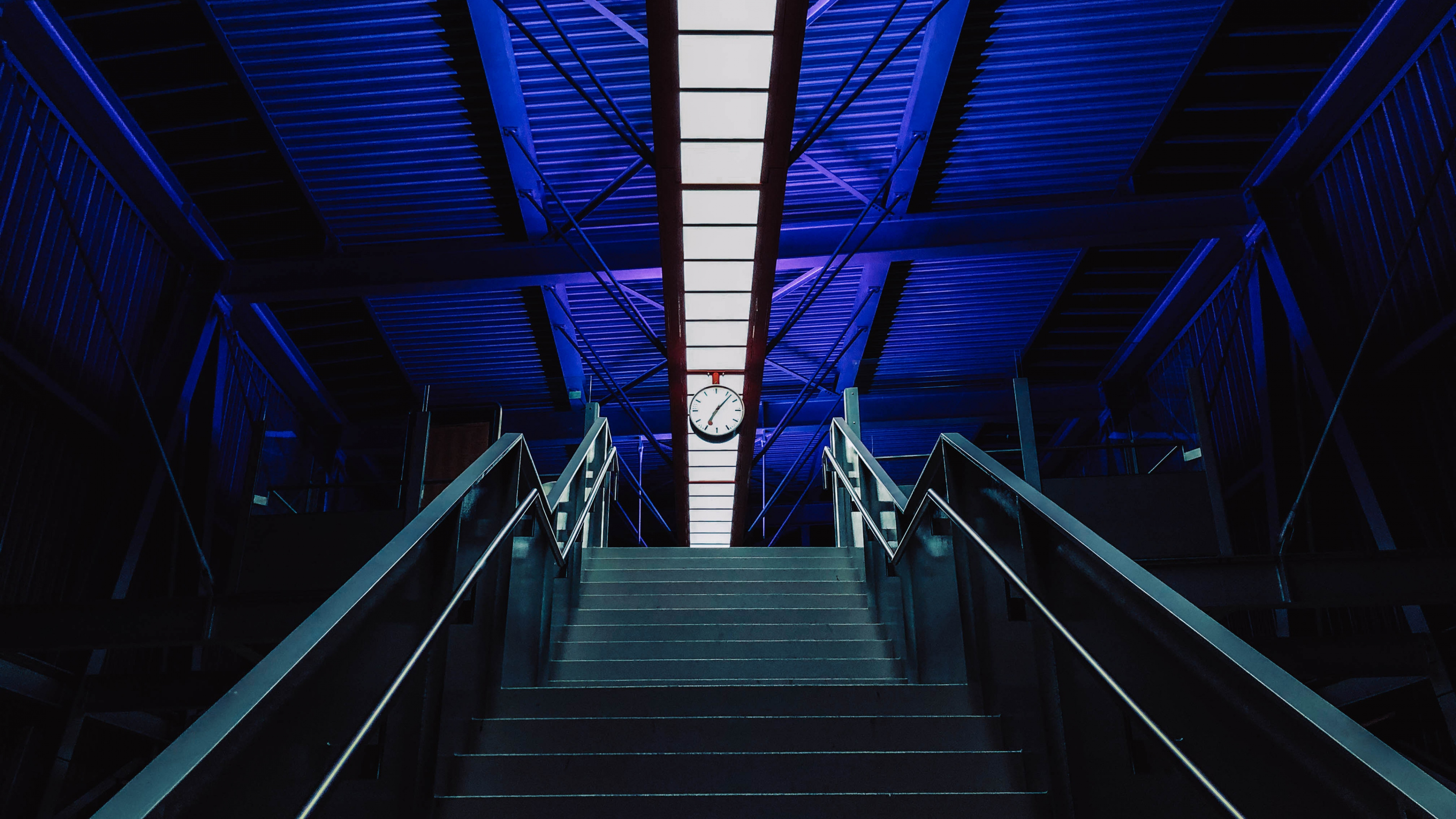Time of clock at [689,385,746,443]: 7:07
